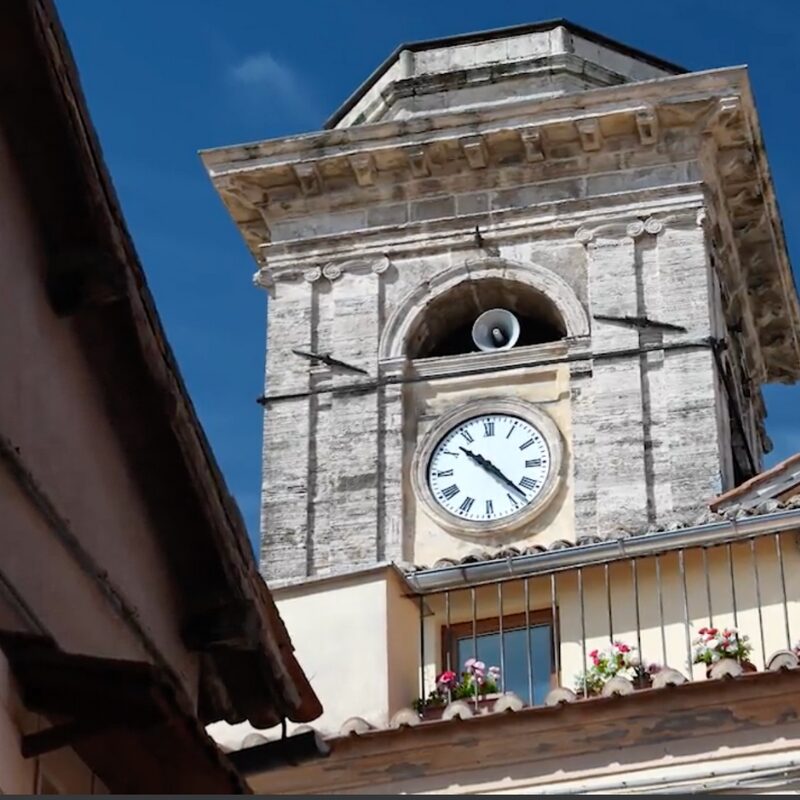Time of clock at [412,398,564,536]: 10:22
